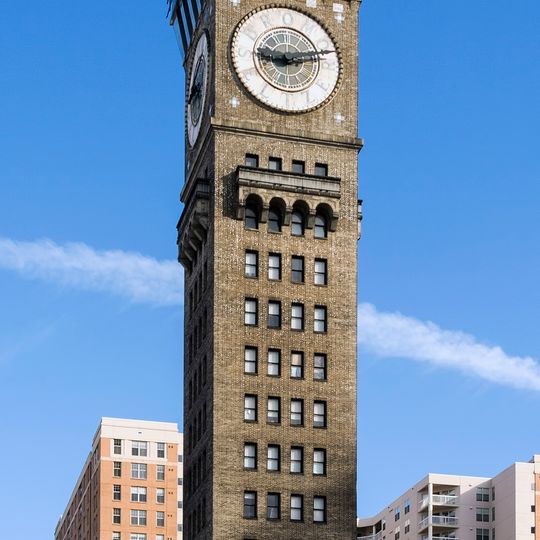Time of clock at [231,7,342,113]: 9:12
